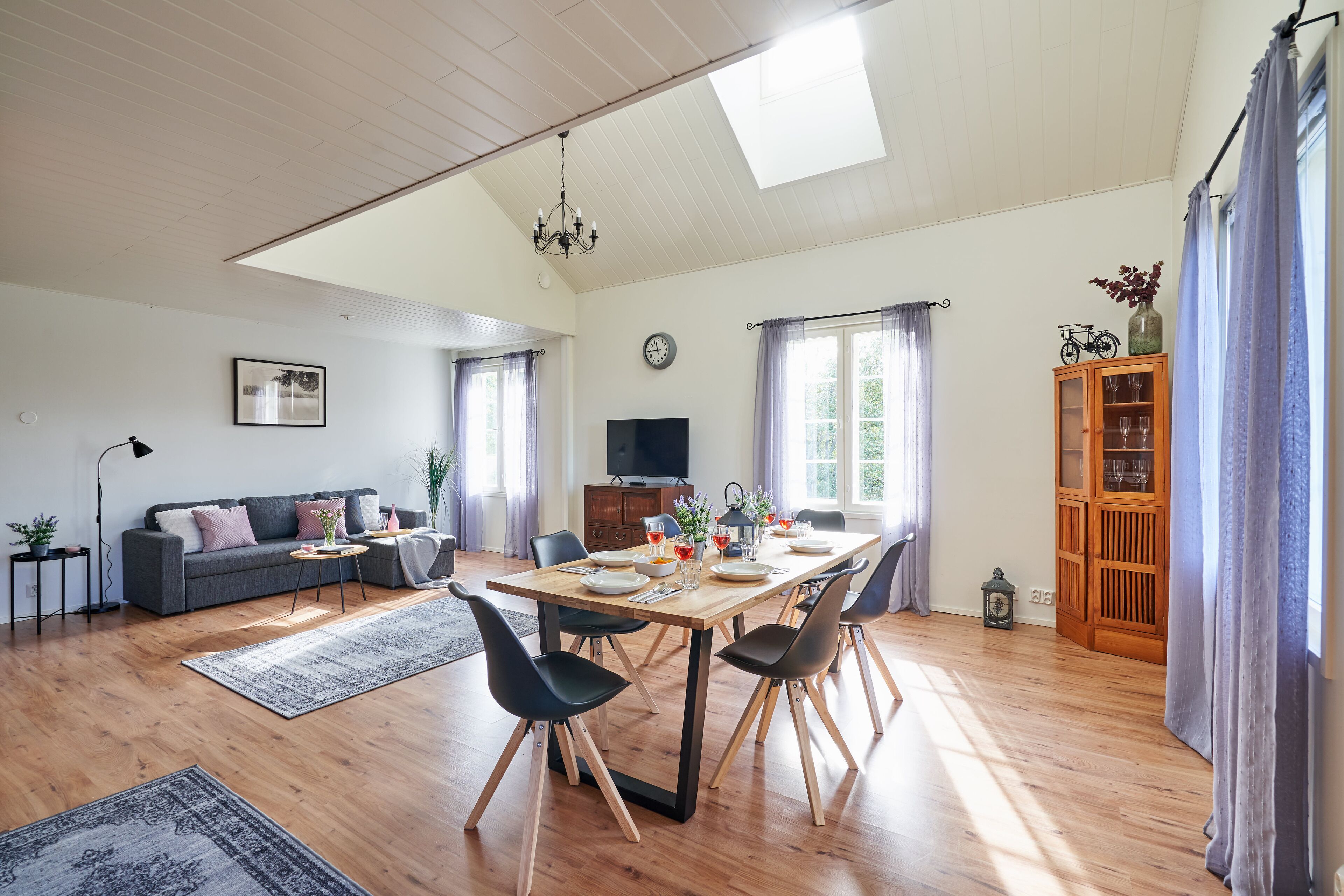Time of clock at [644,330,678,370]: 11:44
